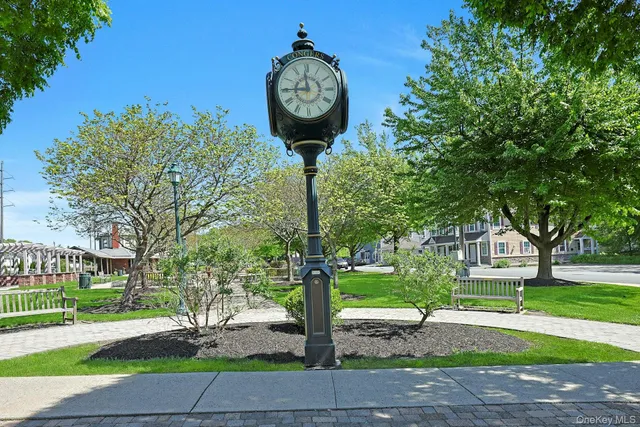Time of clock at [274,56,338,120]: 11:45
